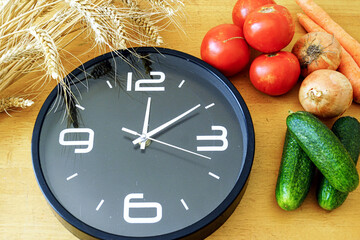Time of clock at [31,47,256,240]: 12:09
